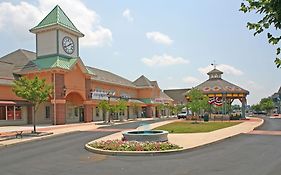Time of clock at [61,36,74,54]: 1:39
